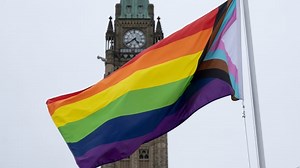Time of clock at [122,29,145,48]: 4:38
